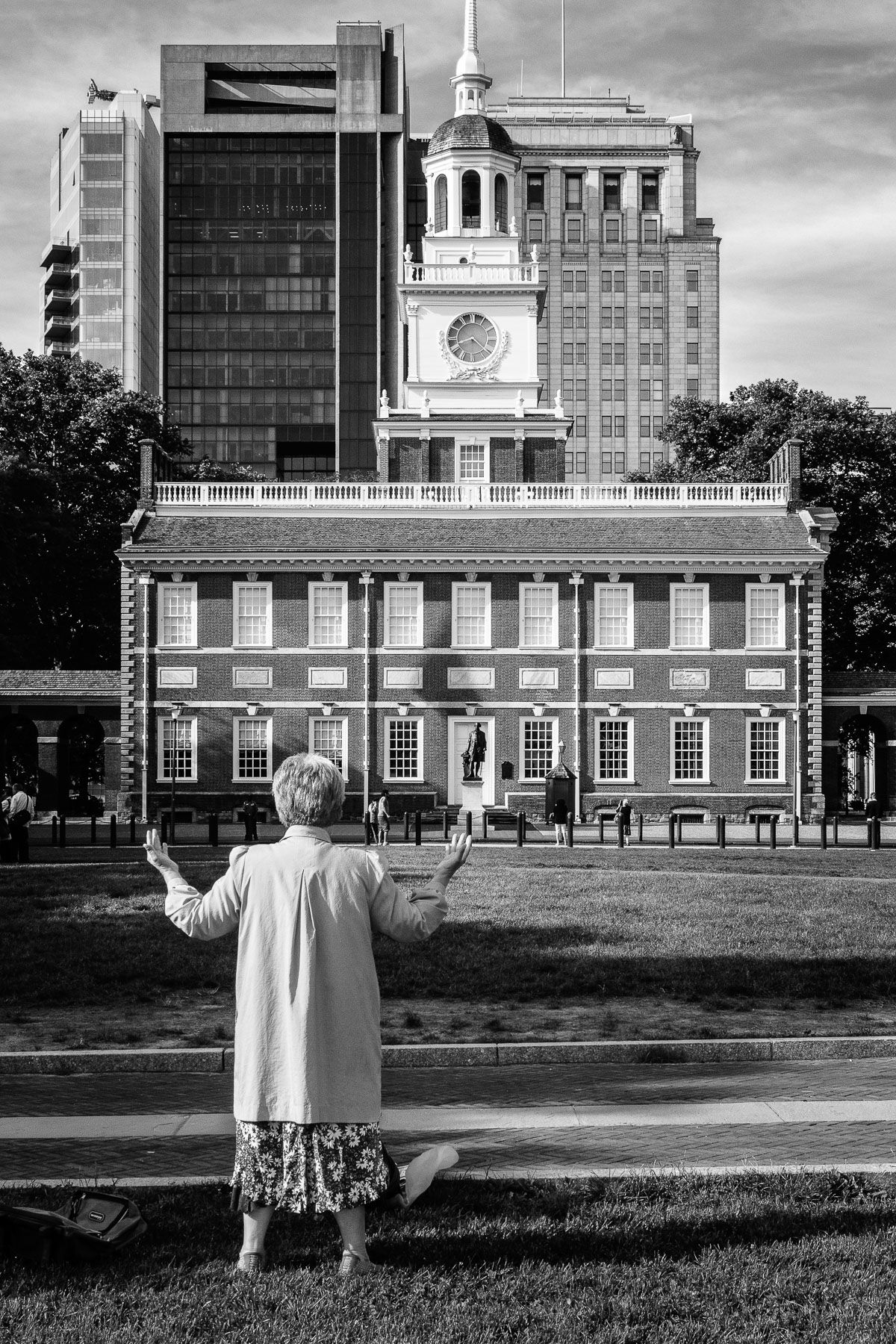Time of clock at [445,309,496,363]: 8:21
